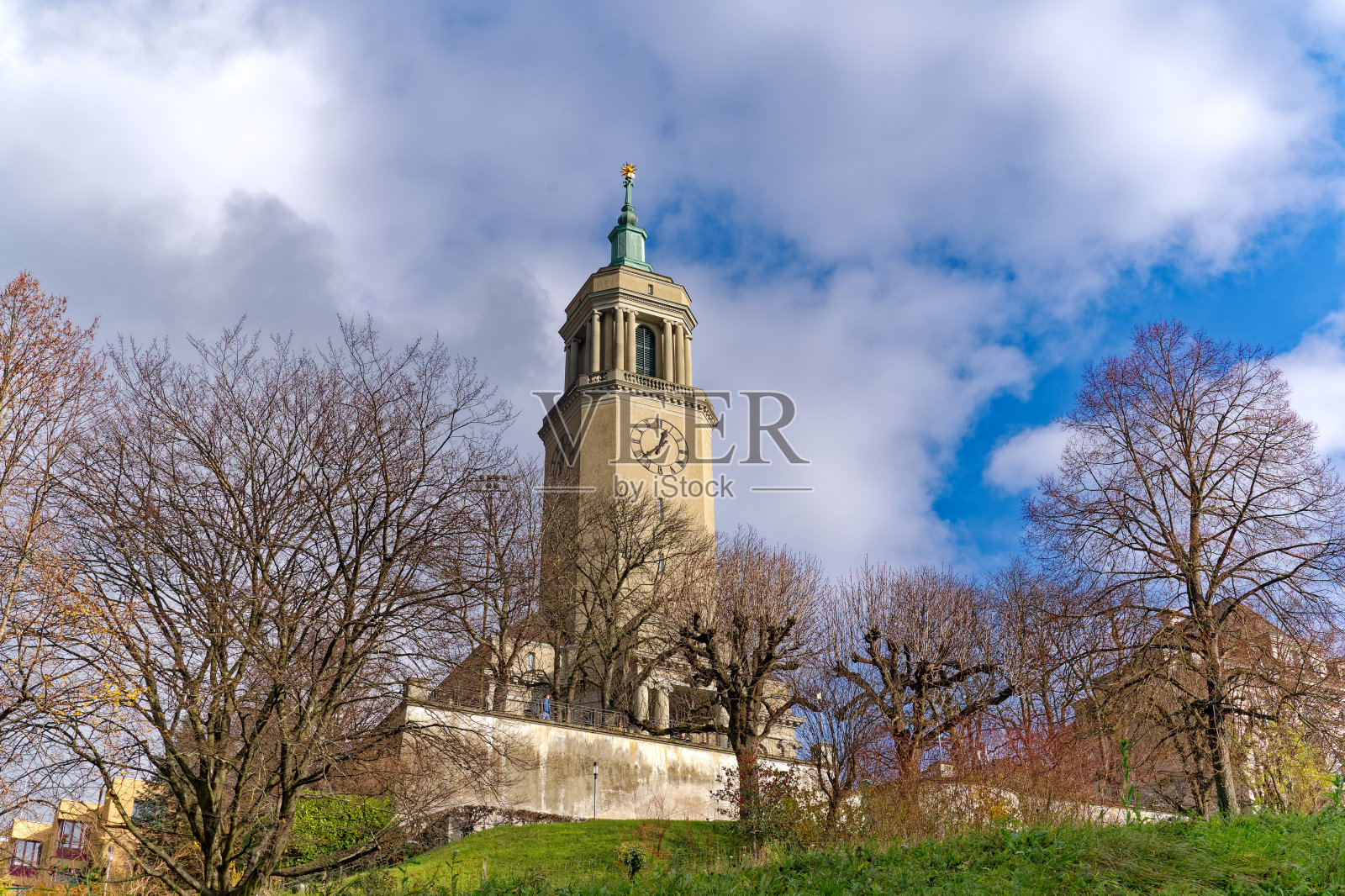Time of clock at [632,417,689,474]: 12:38
